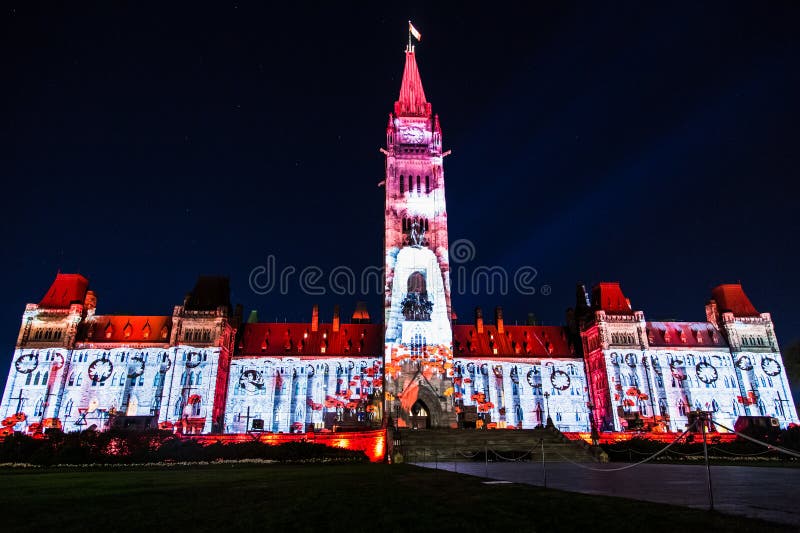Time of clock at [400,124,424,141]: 9:45
